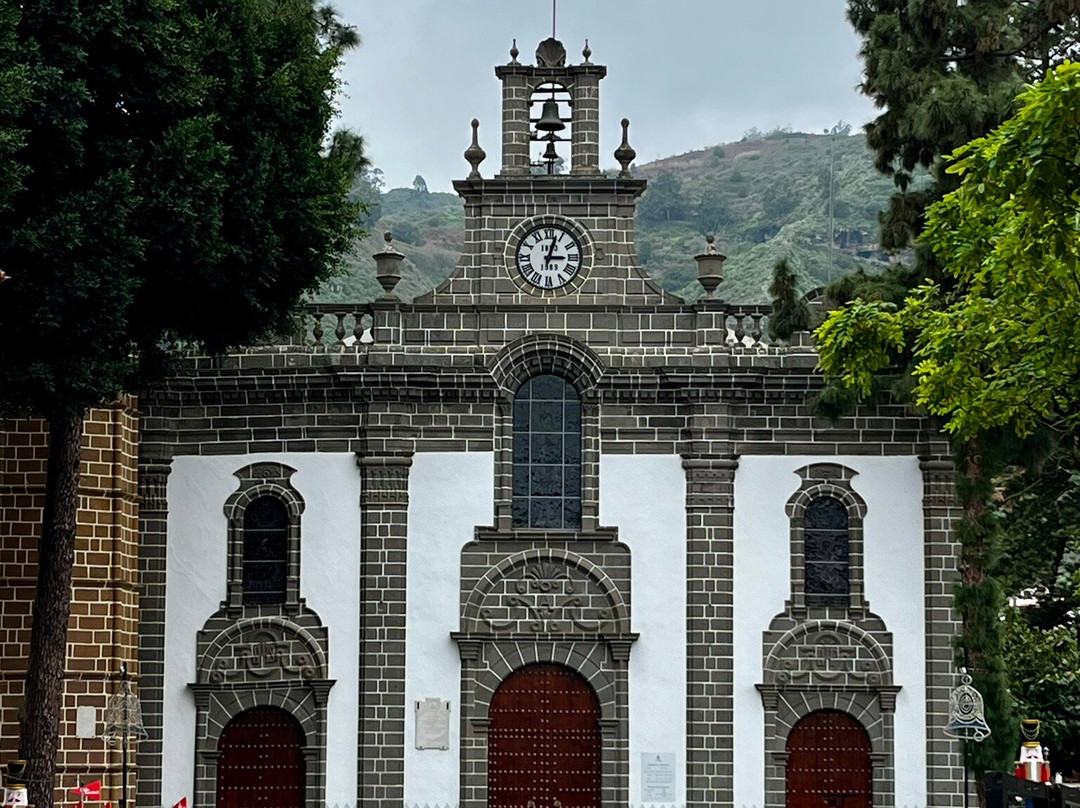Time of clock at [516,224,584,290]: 3:02
